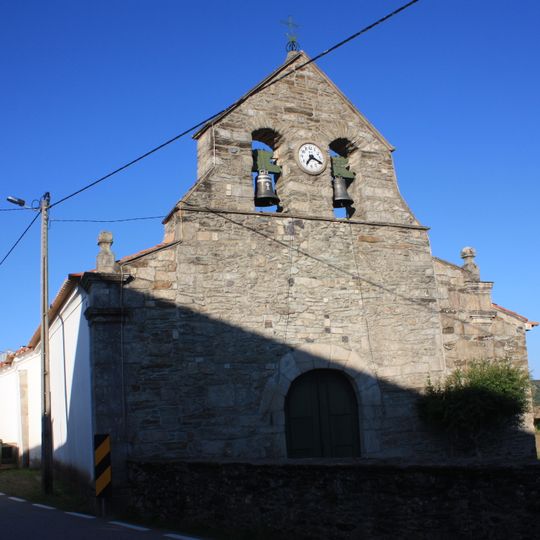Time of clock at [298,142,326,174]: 7:19
